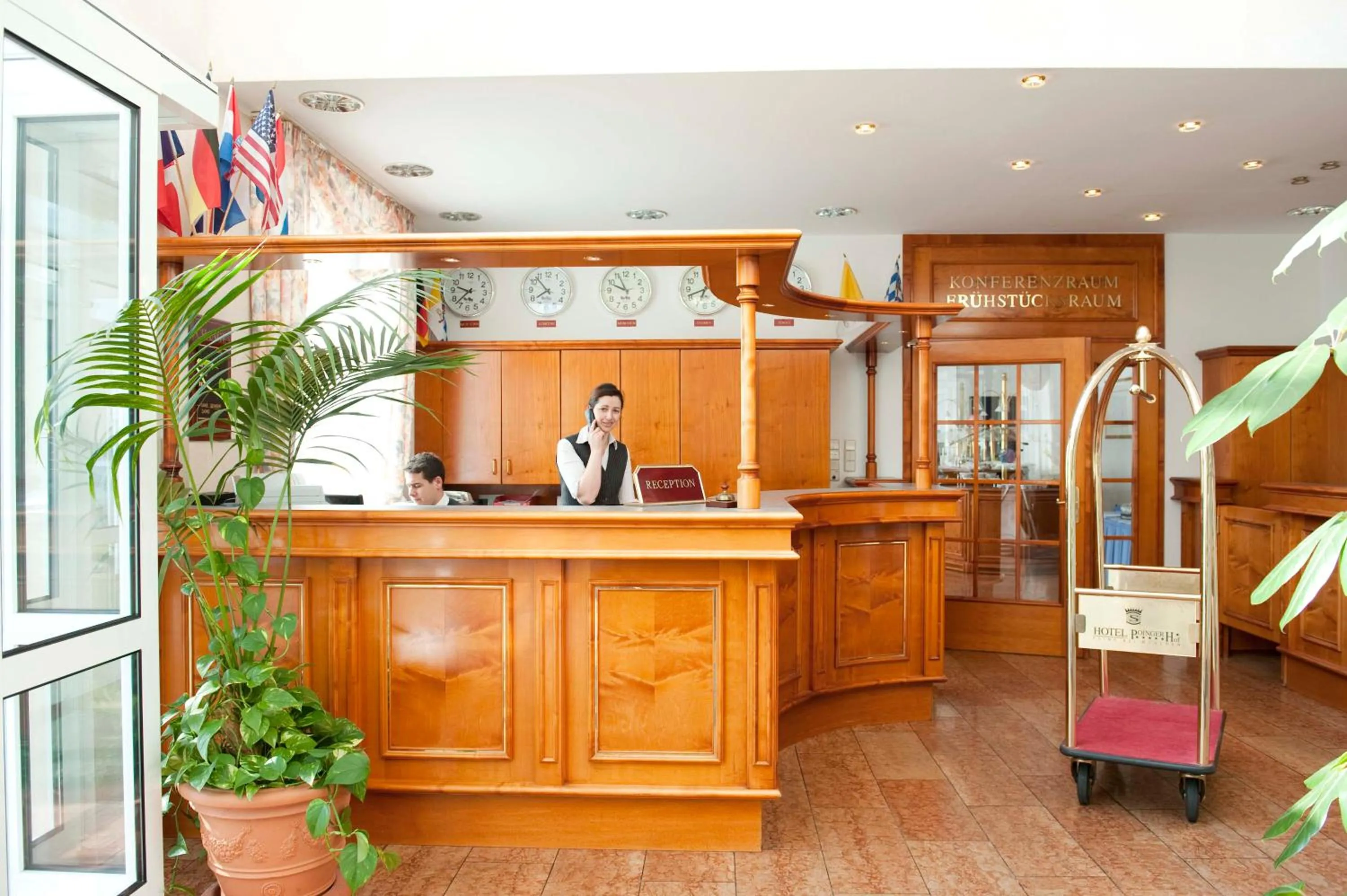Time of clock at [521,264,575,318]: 7:52
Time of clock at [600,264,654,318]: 9:55
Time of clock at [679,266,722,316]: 6:41
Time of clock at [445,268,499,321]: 9:37
